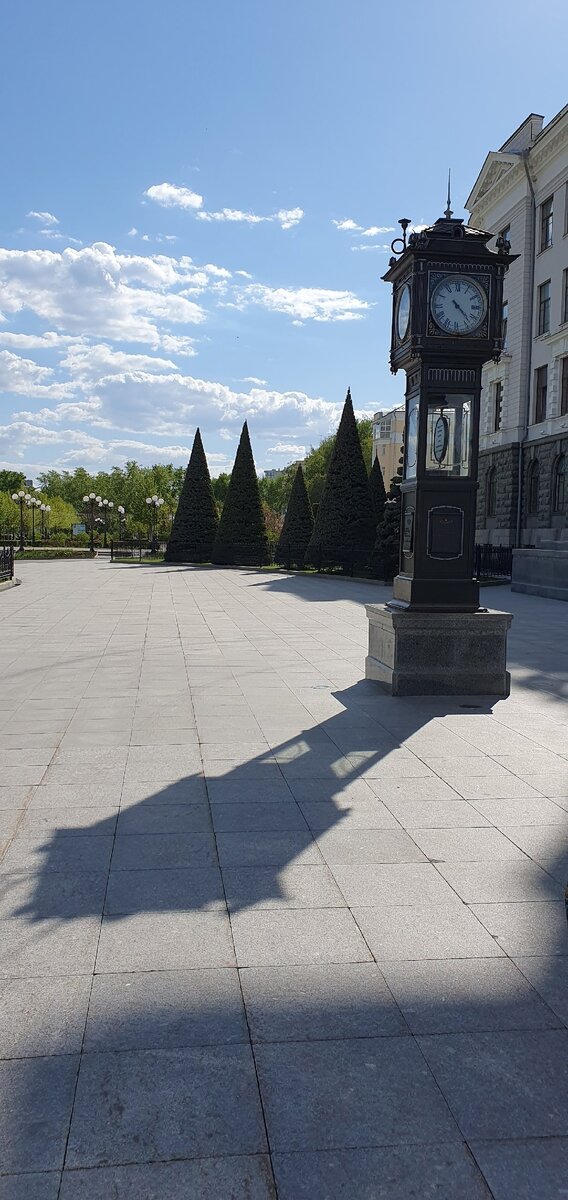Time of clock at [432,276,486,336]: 4:22
